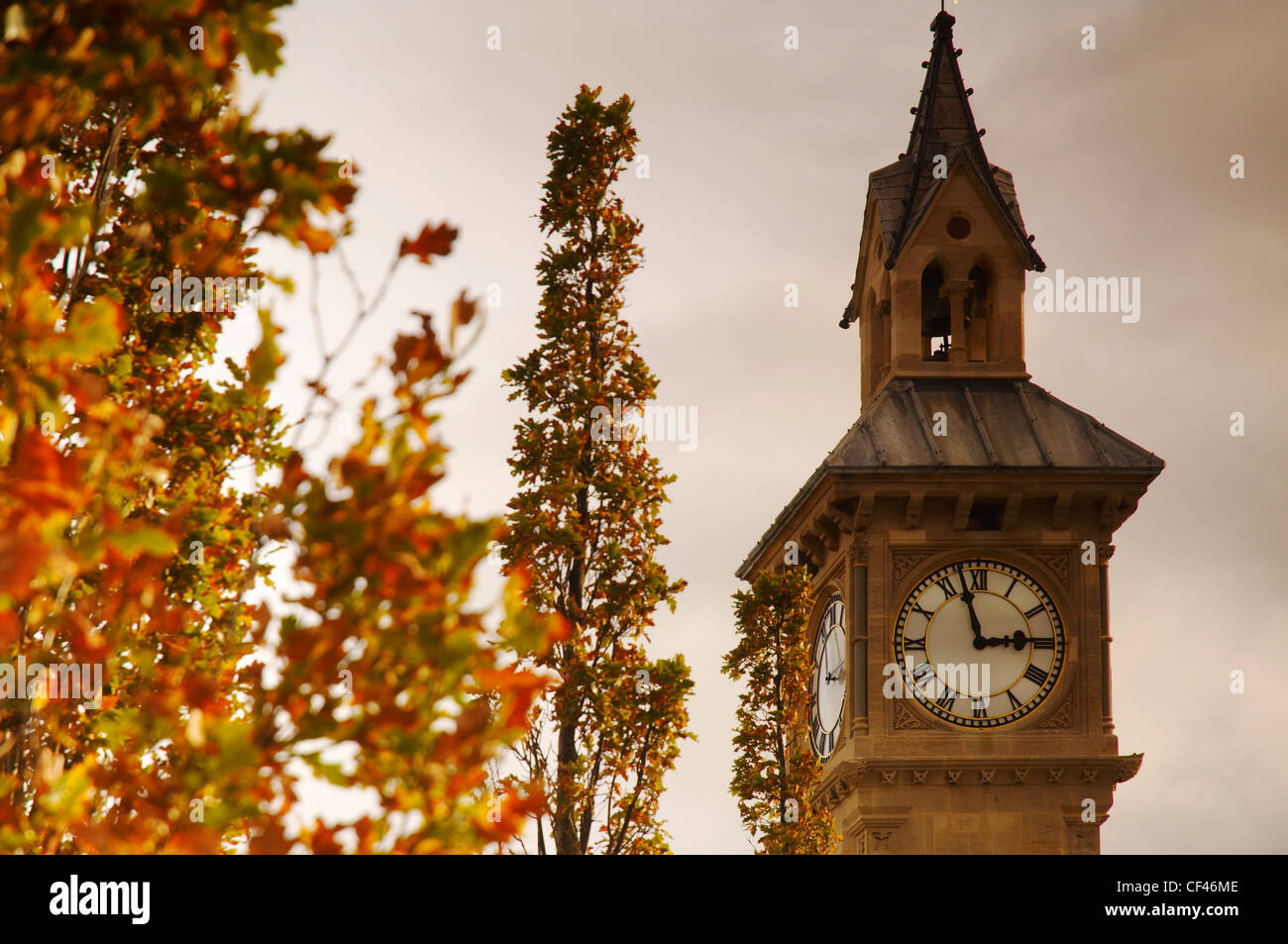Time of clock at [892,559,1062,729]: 2:57
